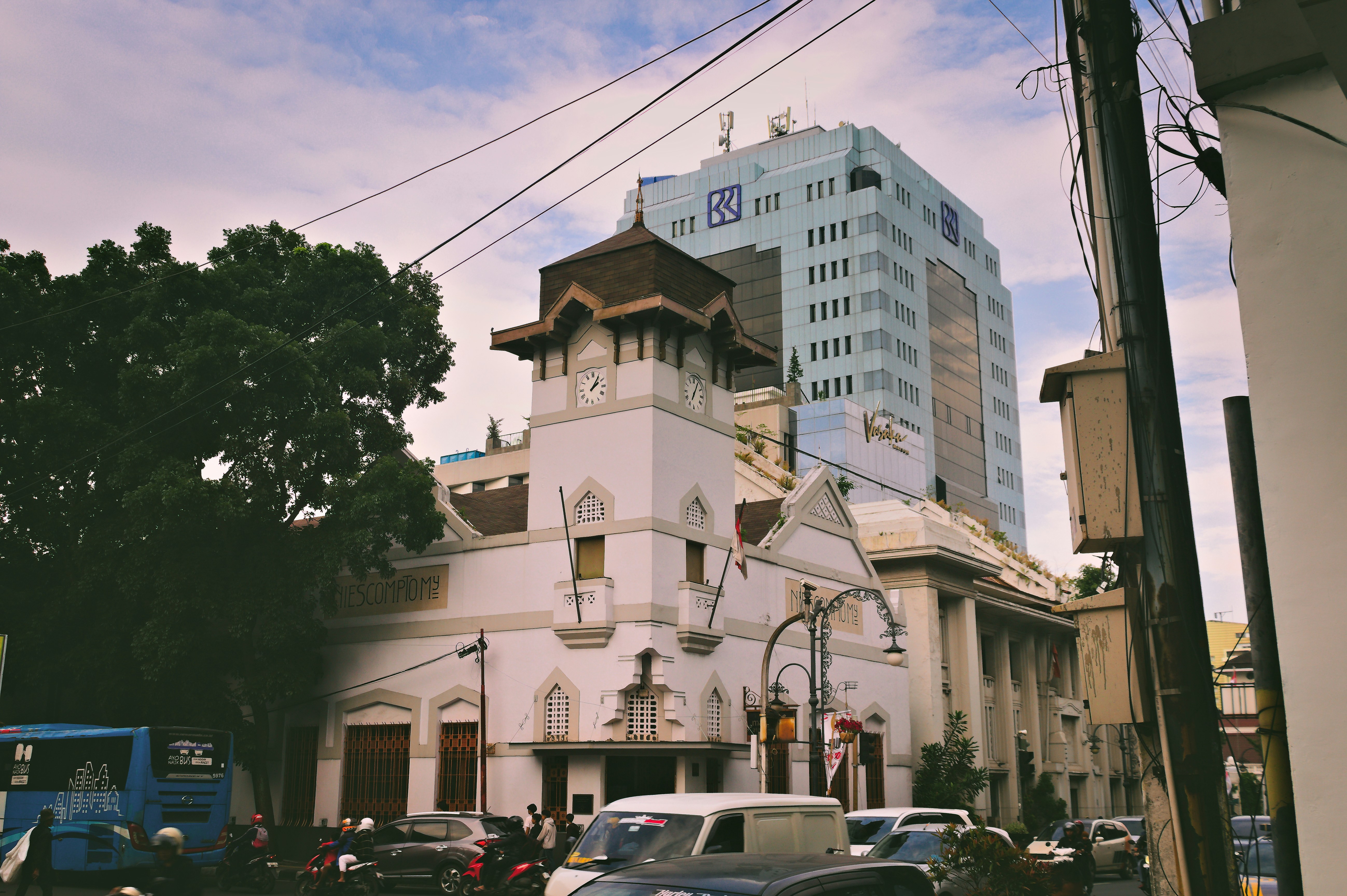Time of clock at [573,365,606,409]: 2:06
